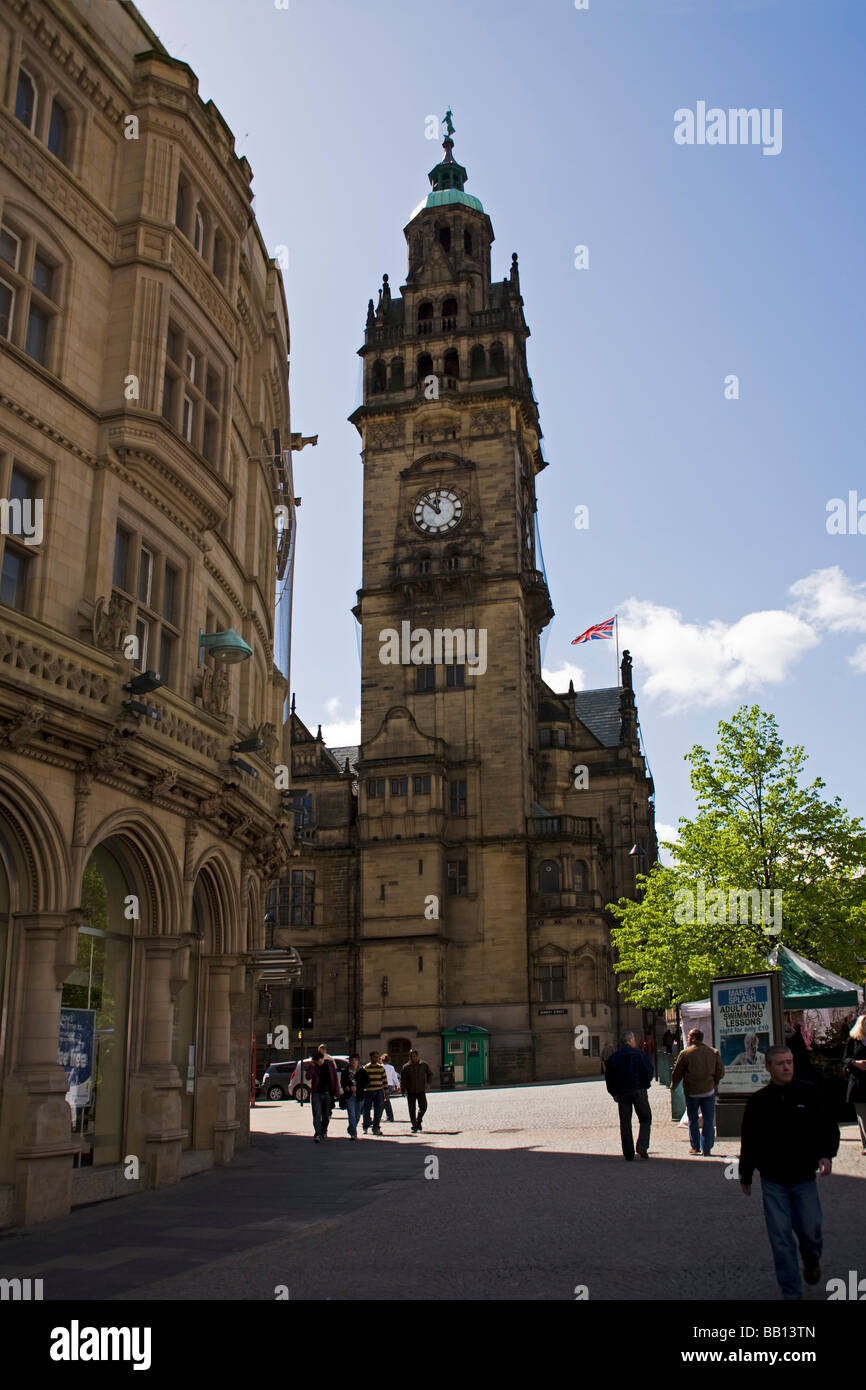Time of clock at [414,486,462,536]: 11:52
